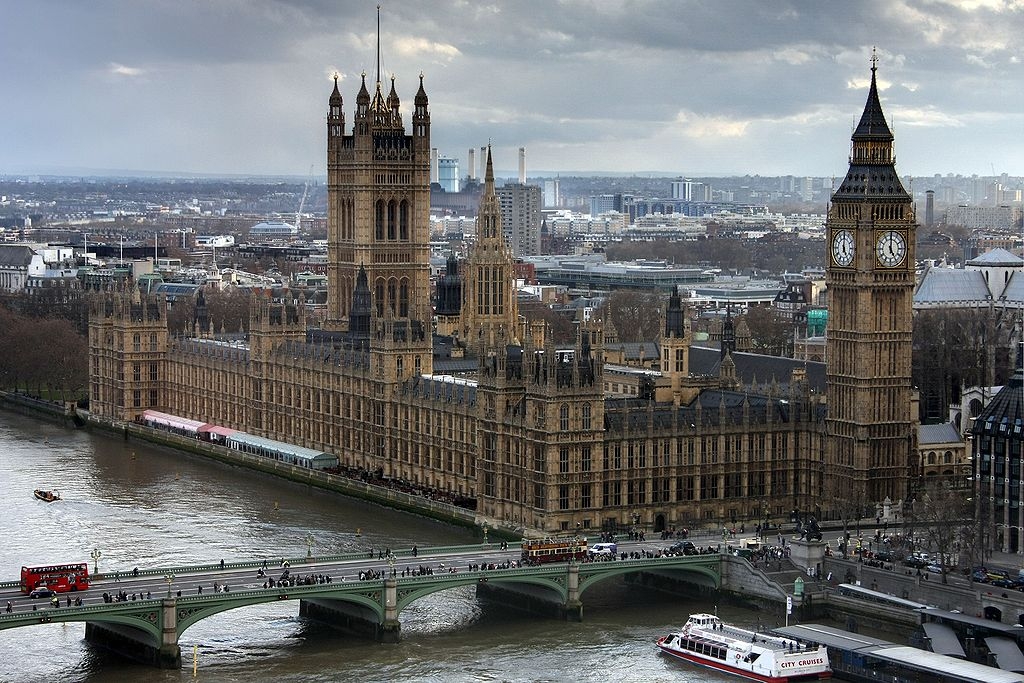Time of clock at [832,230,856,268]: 5:00
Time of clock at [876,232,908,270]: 5:00
